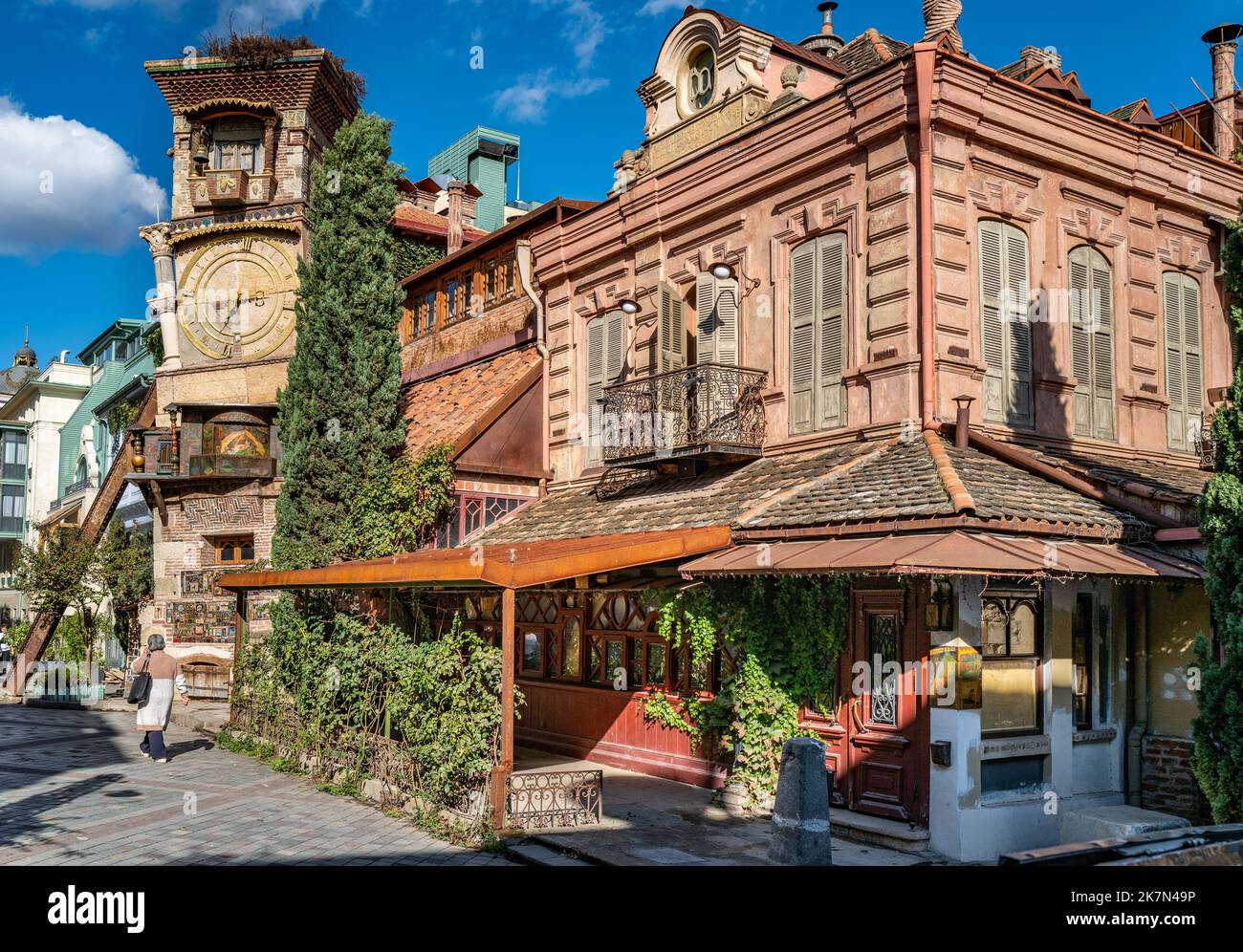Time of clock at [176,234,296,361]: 2:33
